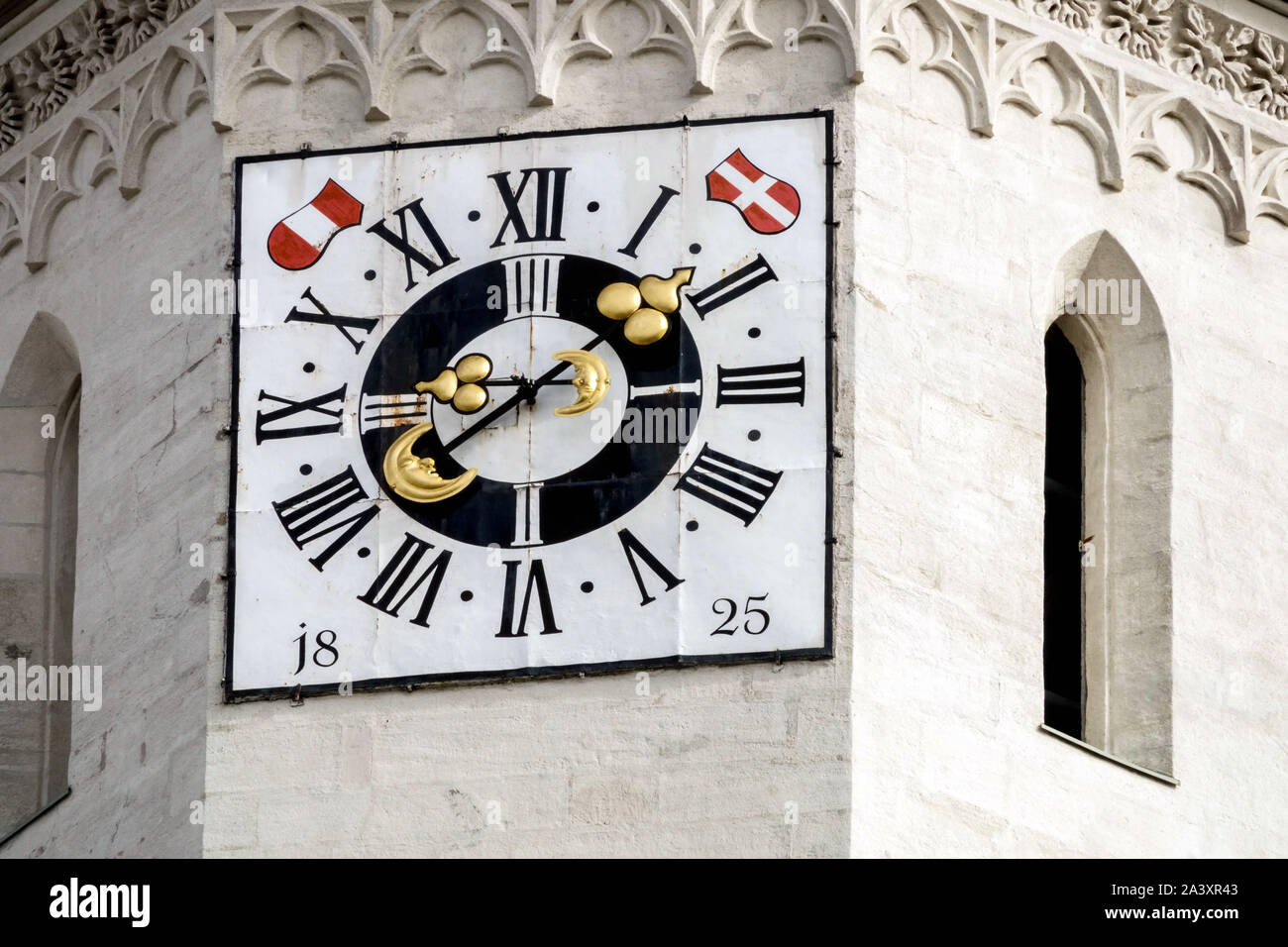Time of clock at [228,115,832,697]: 1:39
